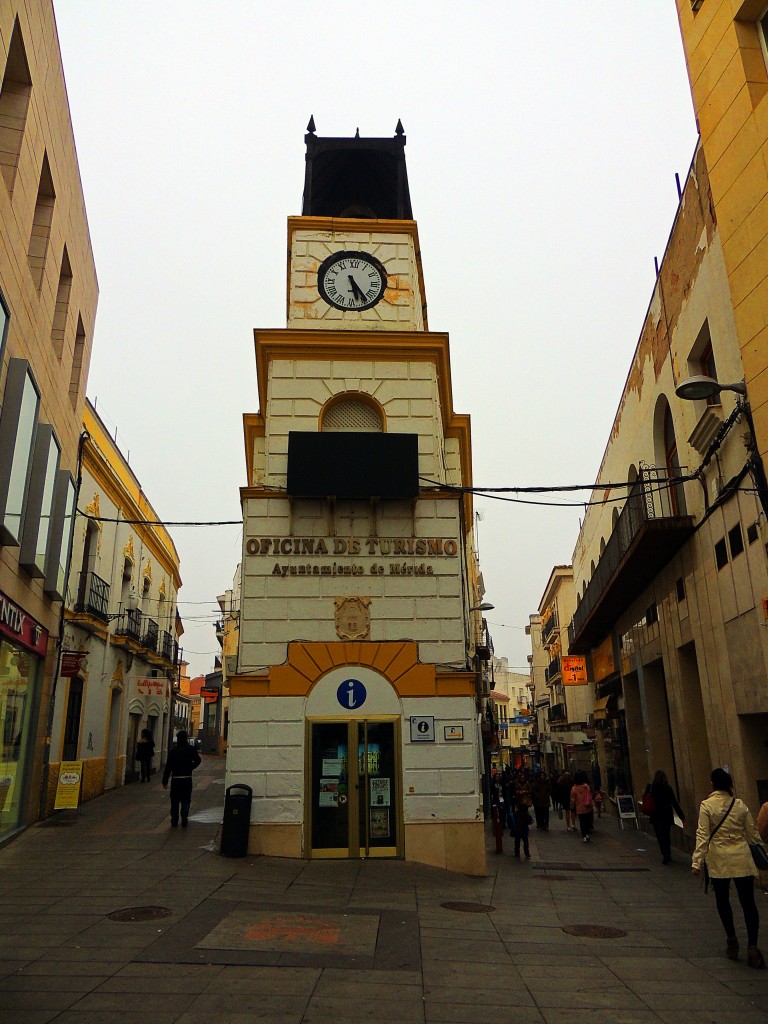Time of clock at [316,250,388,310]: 5:23
